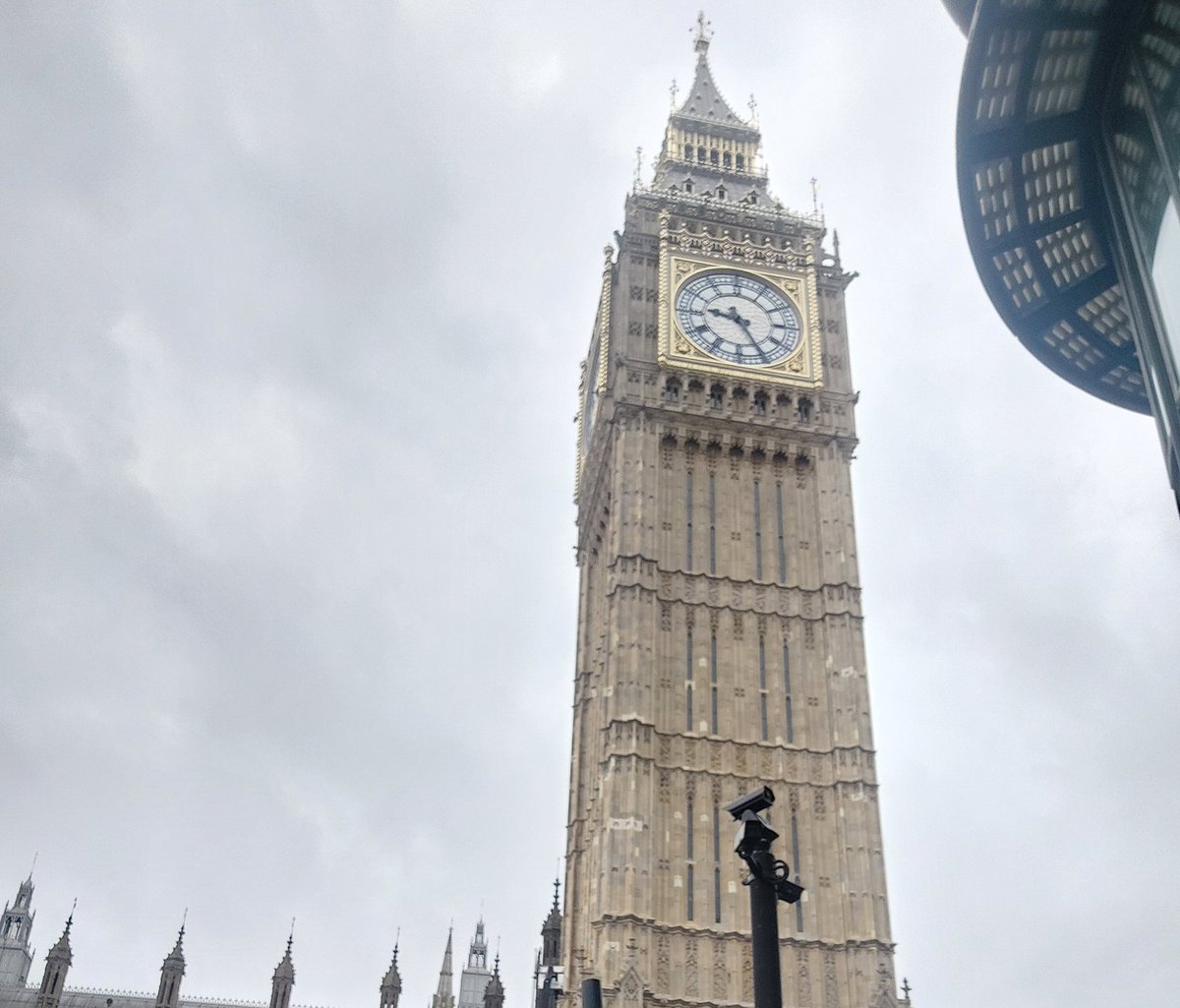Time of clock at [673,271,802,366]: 9:25
